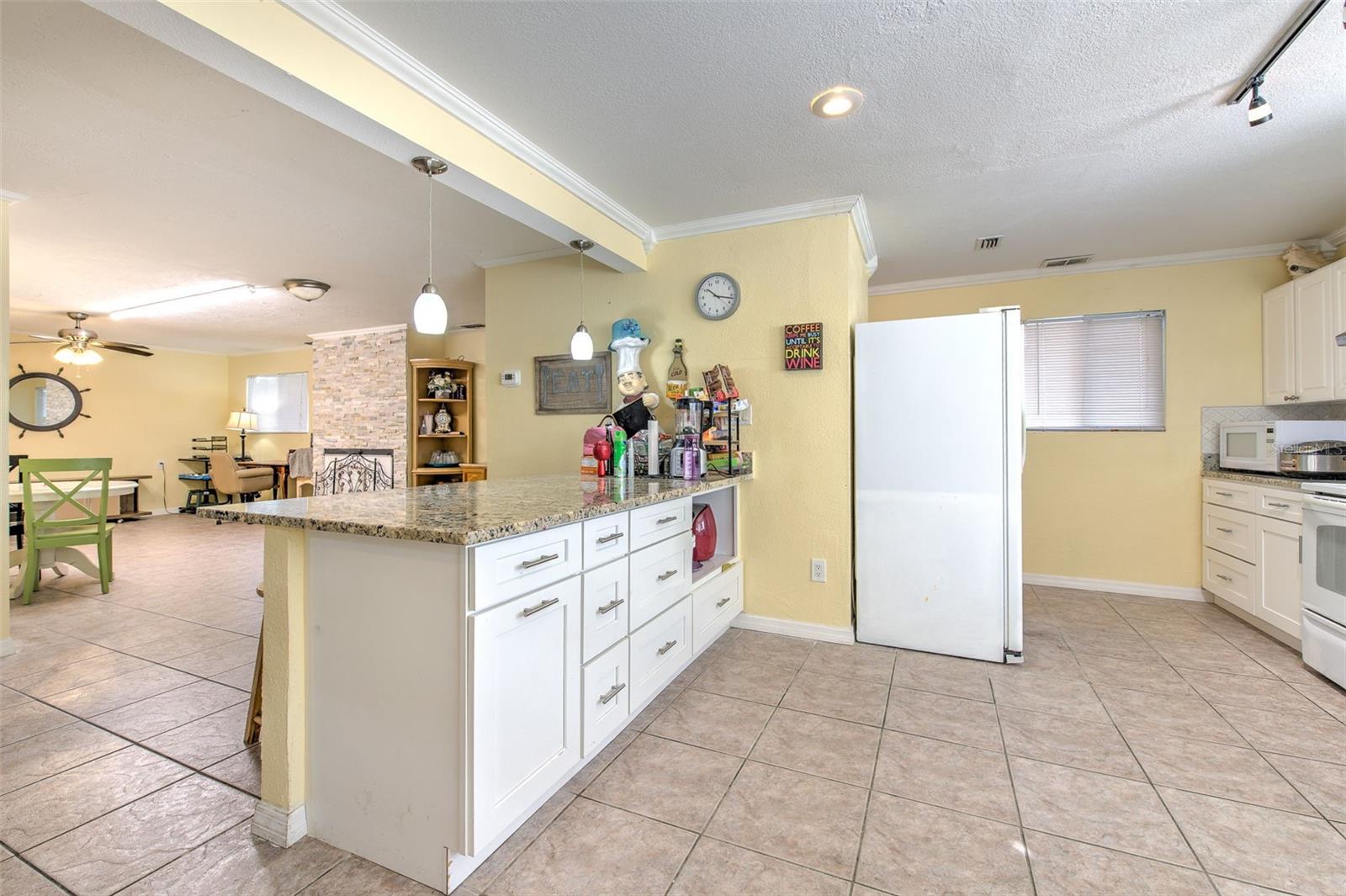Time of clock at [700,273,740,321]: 10:16
